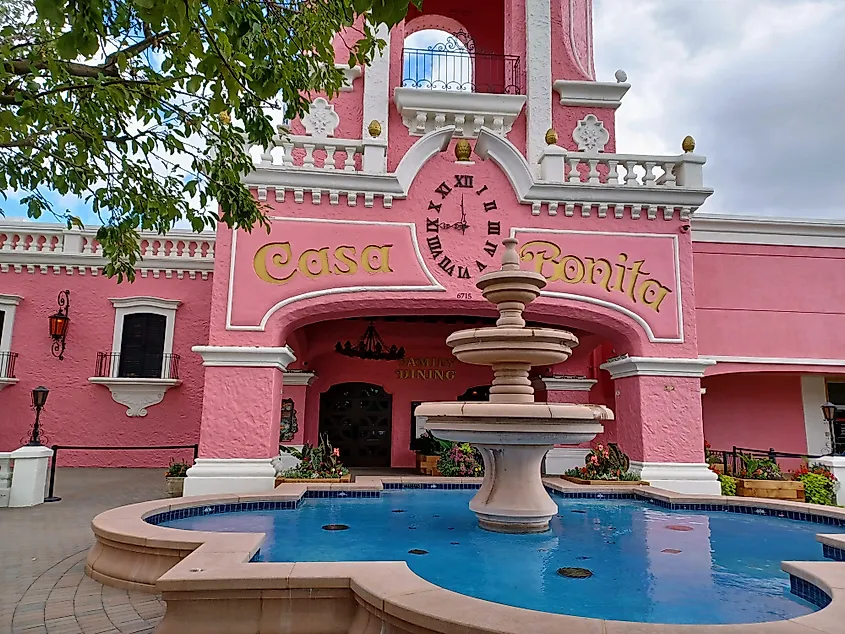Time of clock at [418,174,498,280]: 11:44
